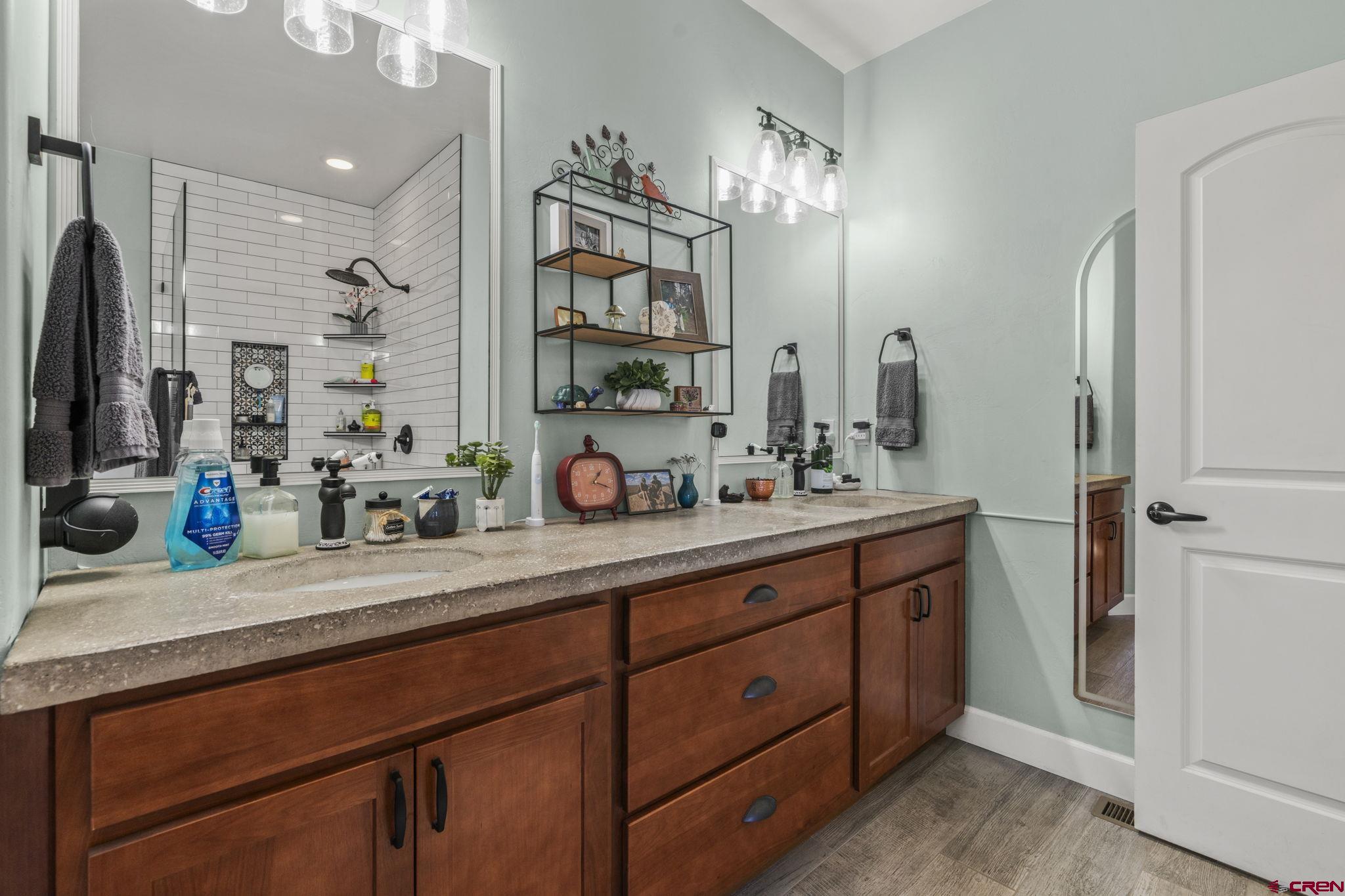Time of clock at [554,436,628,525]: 1:18
